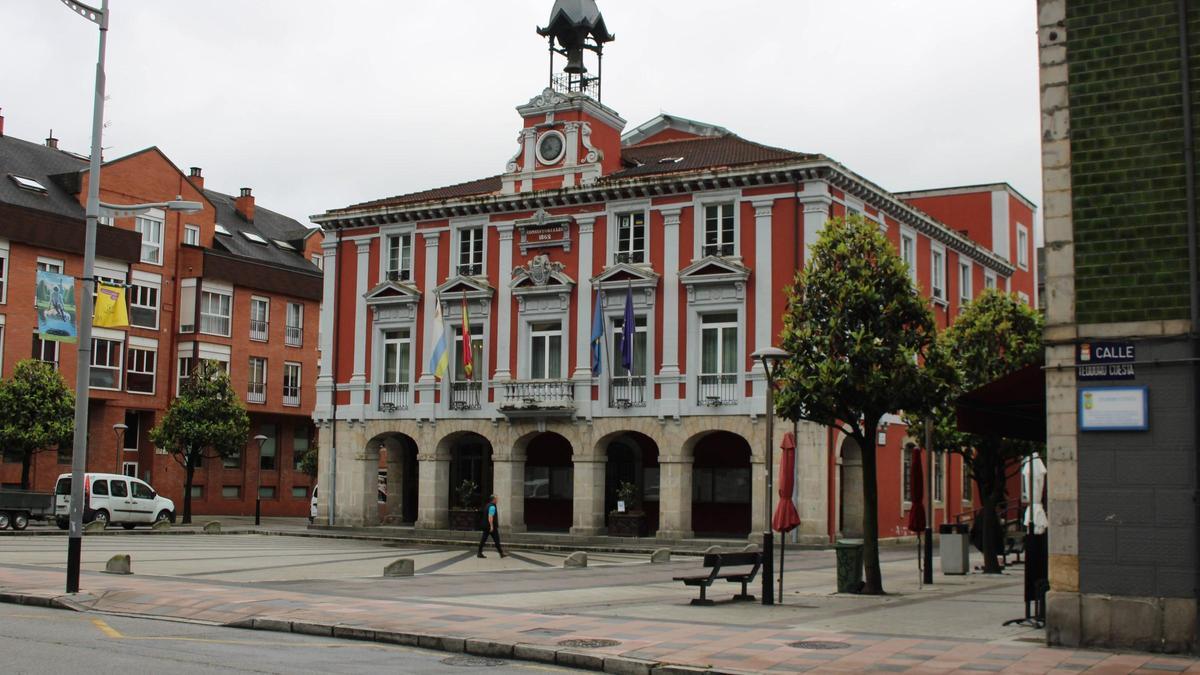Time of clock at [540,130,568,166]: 10:42
